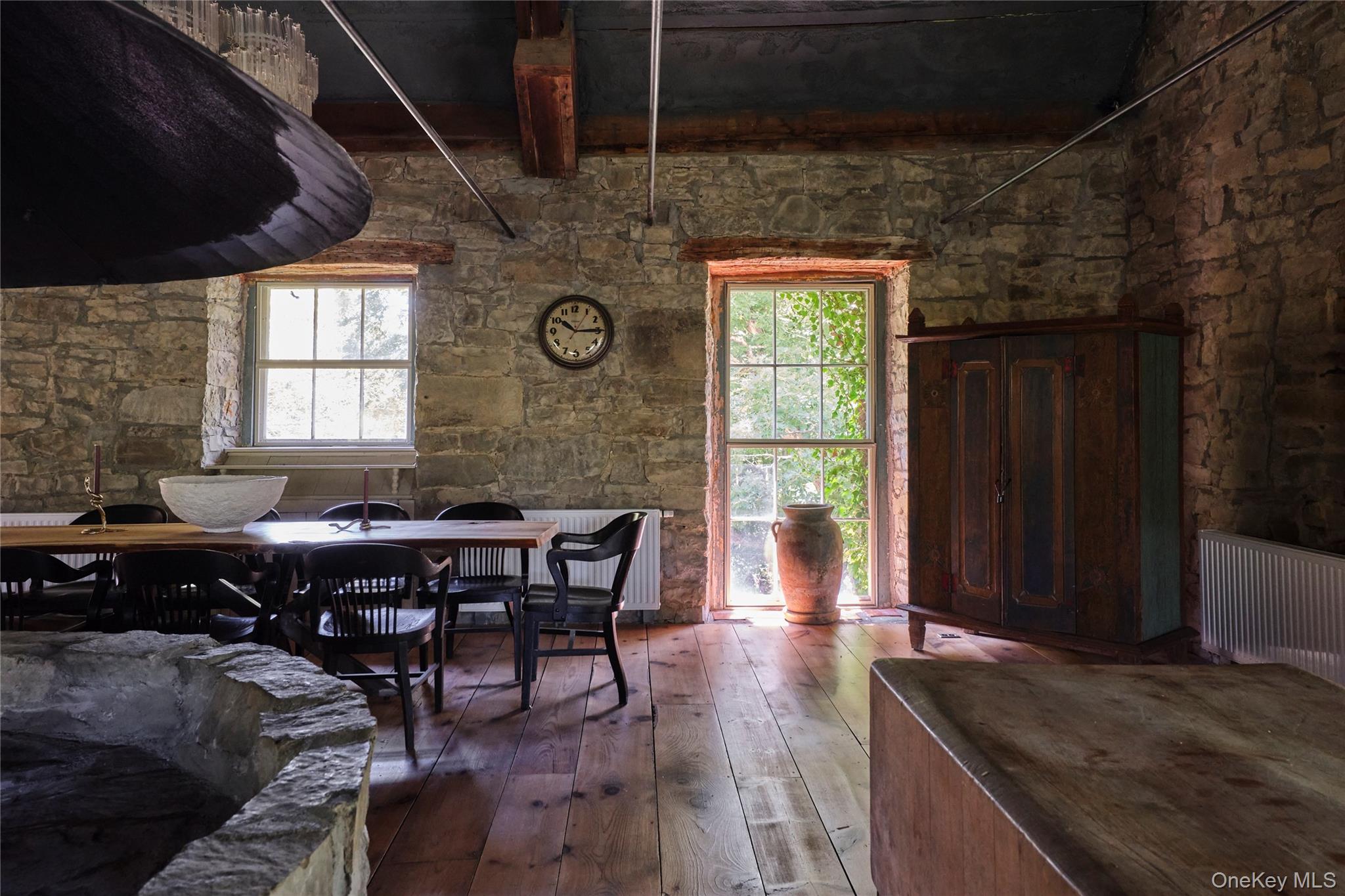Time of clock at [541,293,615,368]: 10:14
